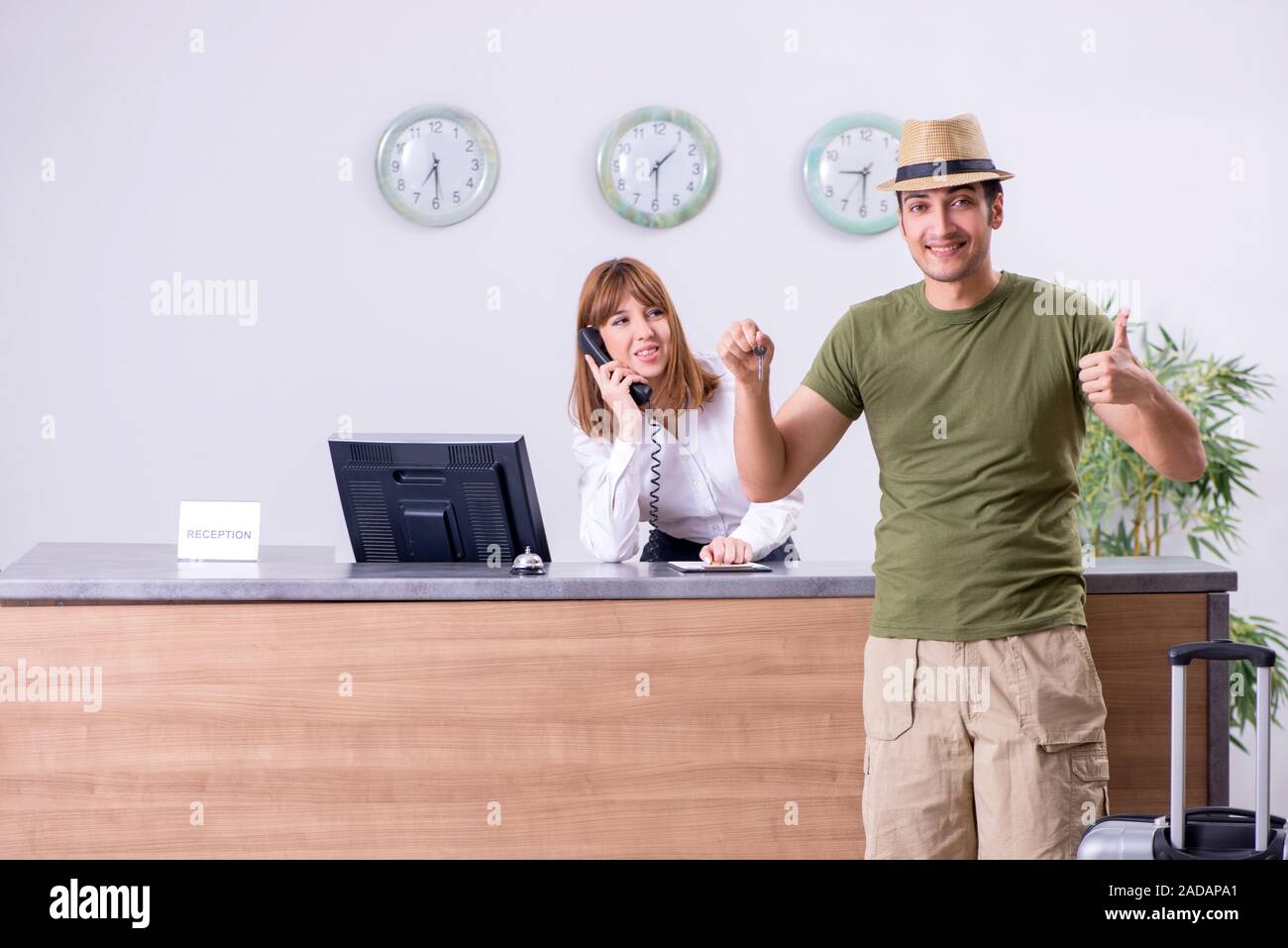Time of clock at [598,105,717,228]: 1:29
